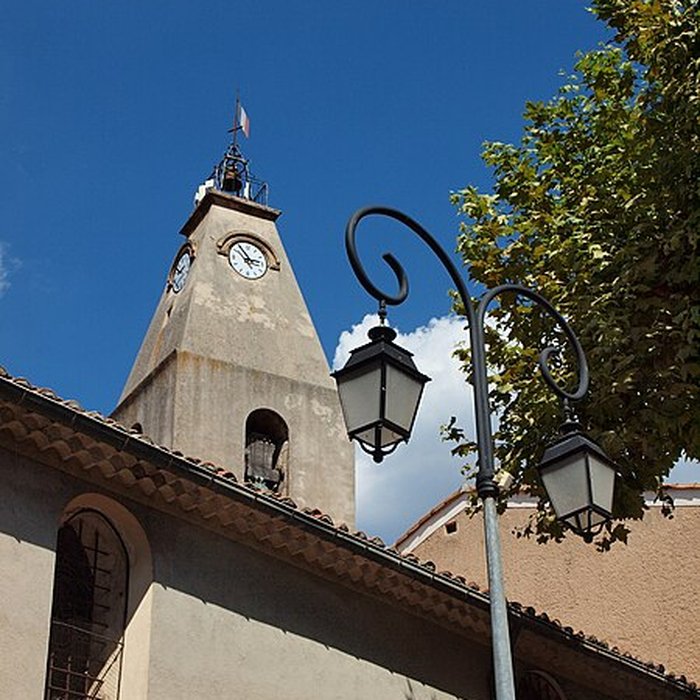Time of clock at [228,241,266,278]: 2:54
